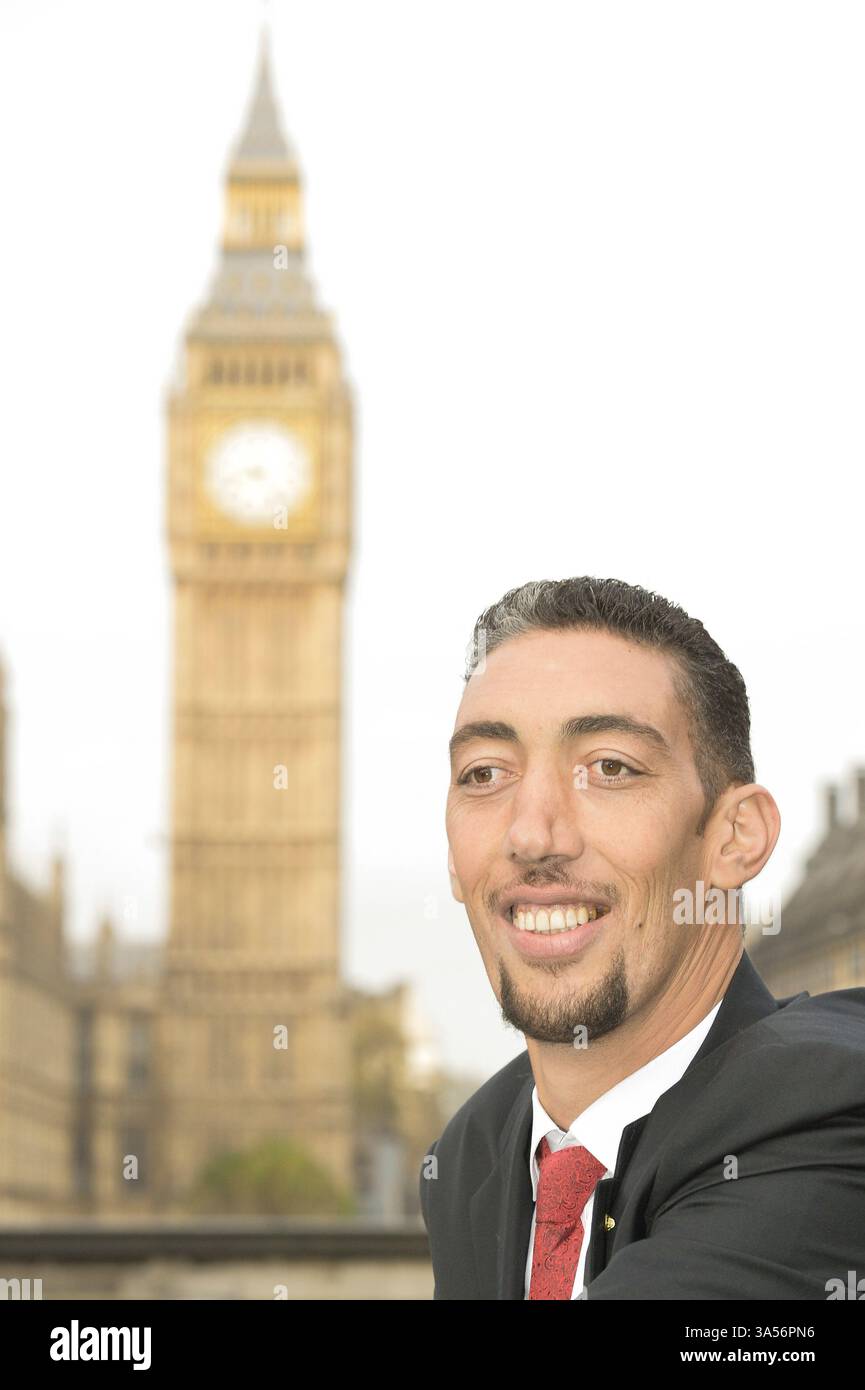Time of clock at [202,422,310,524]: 4:42
